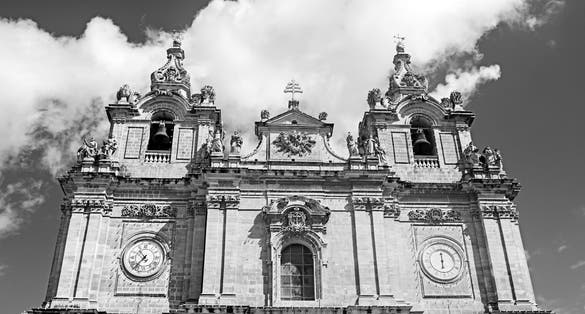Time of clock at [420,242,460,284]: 6:00
